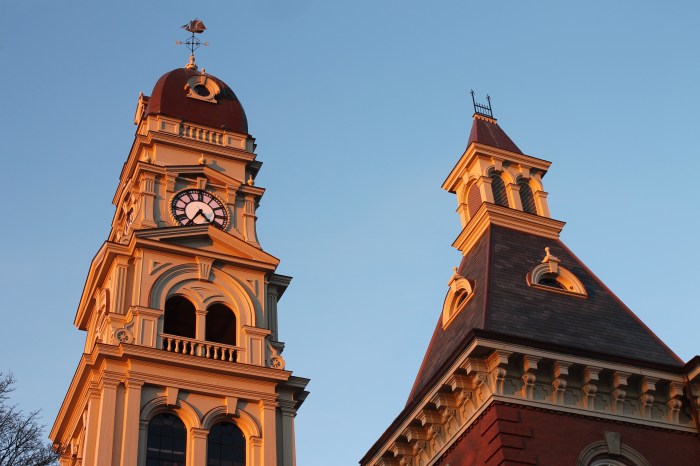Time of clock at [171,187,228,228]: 4:34
